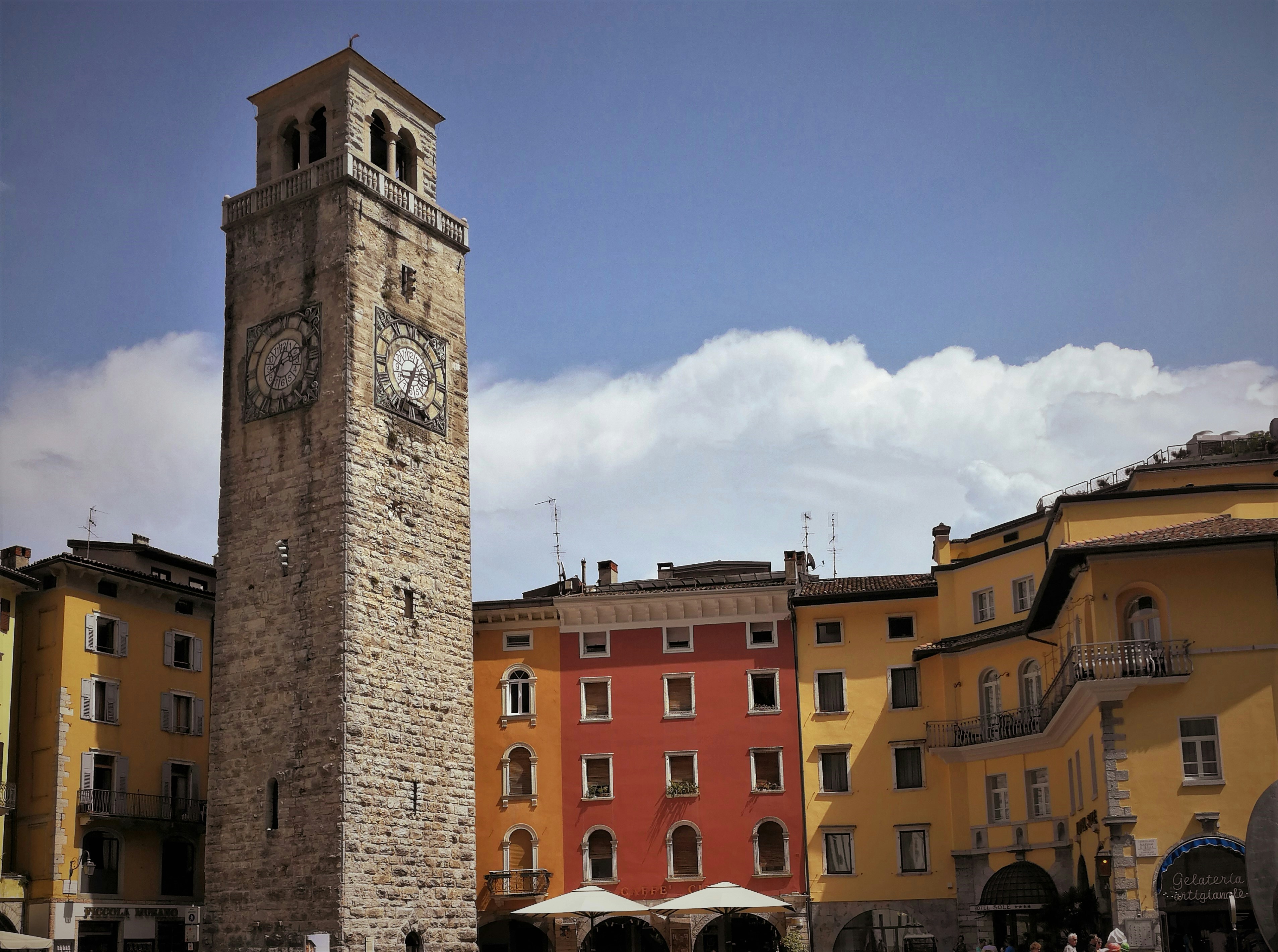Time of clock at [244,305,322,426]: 12:34
